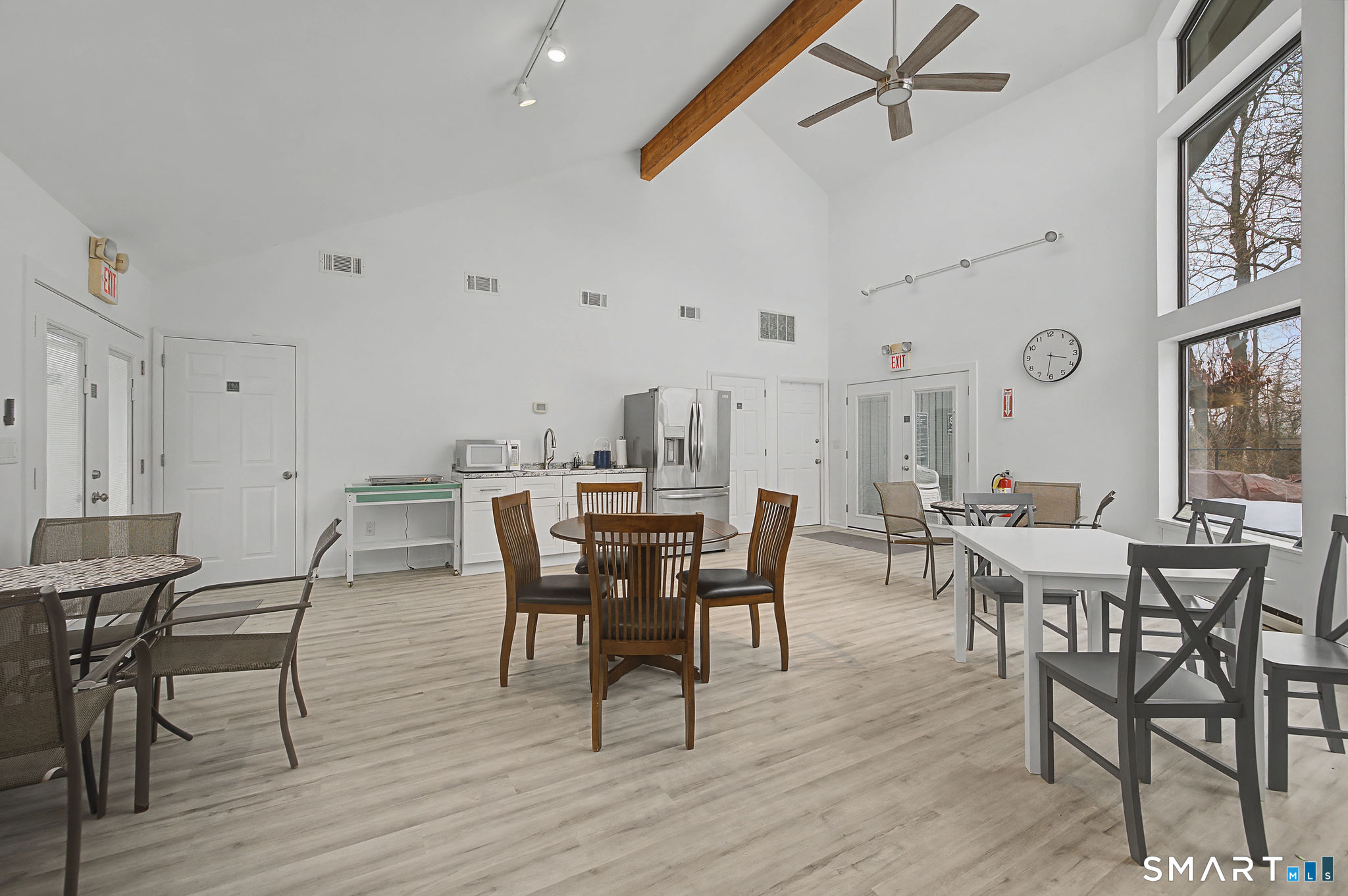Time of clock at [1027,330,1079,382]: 3:31
